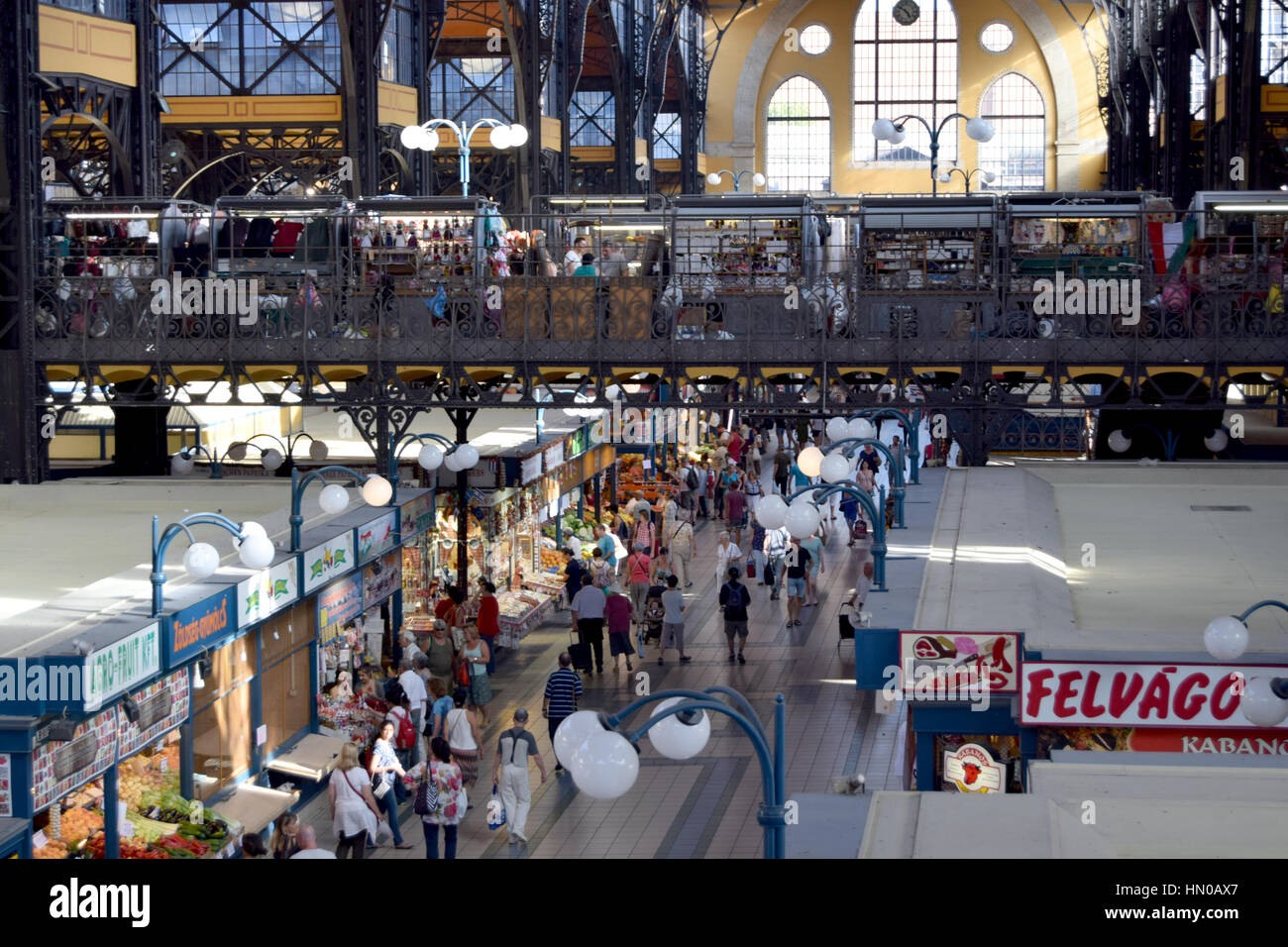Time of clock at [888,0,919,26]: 4:50
